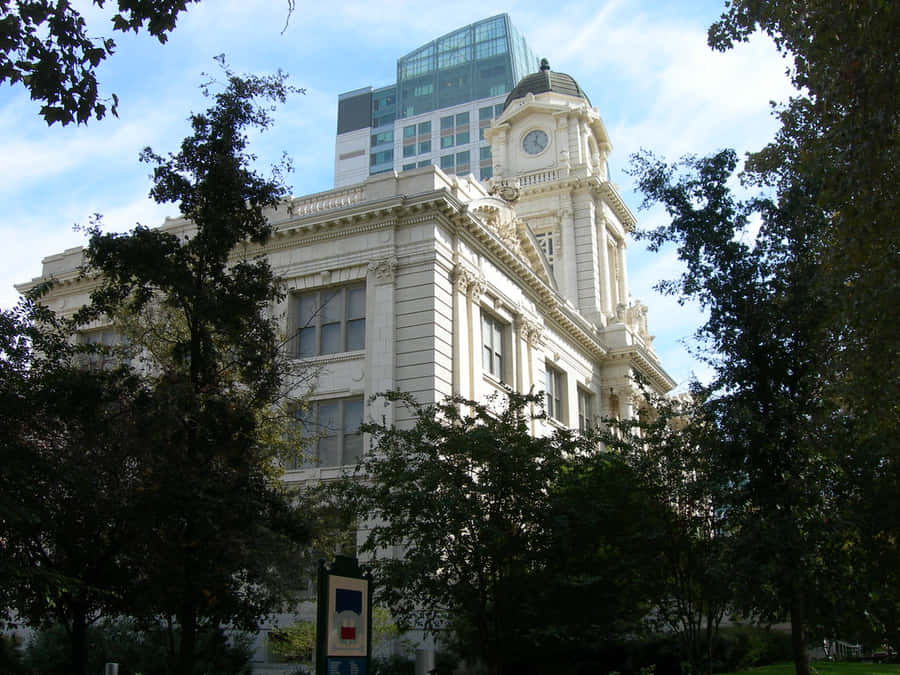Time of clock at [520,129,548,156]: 12:22
